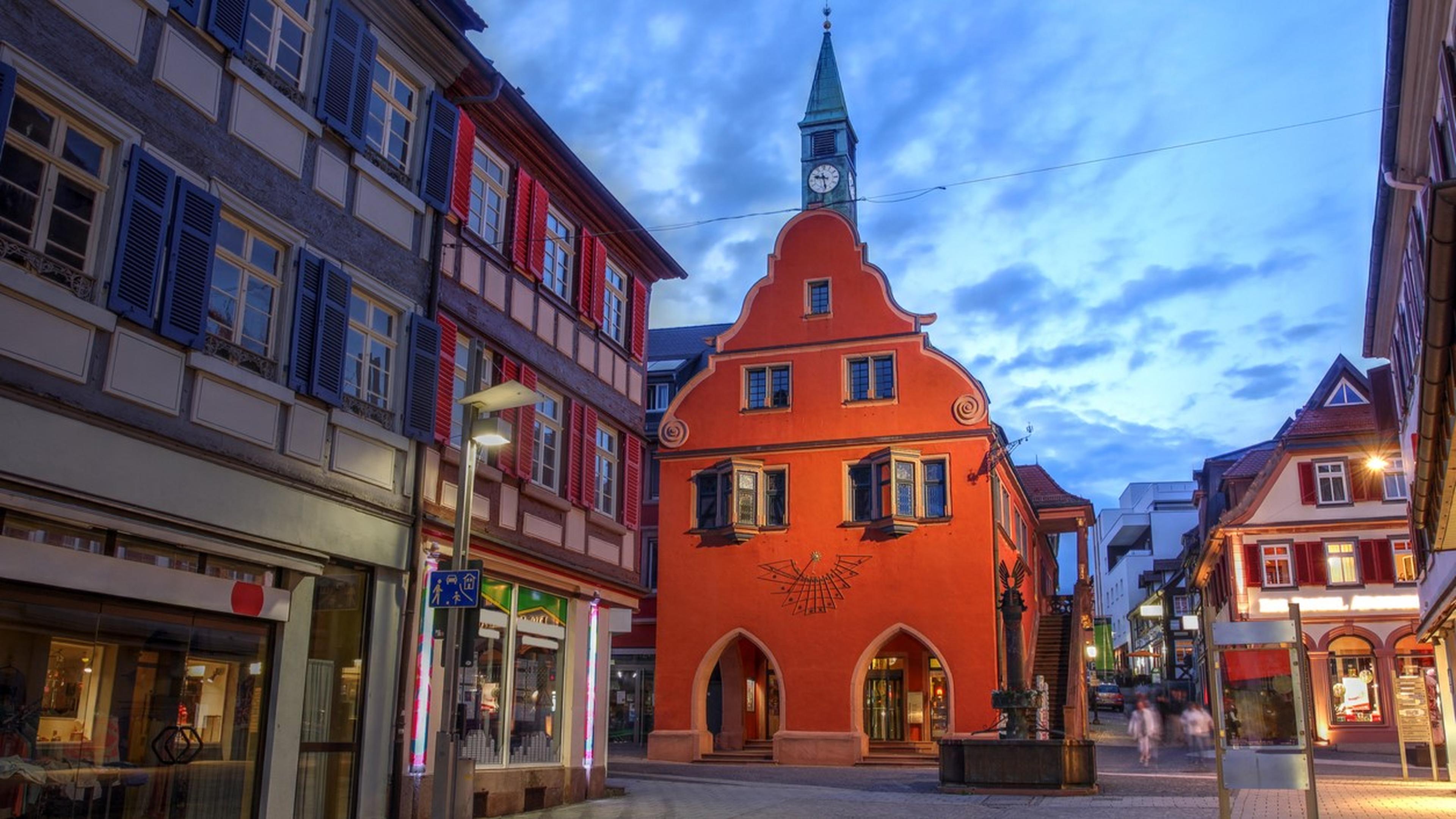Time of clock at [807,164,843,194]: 9:28
